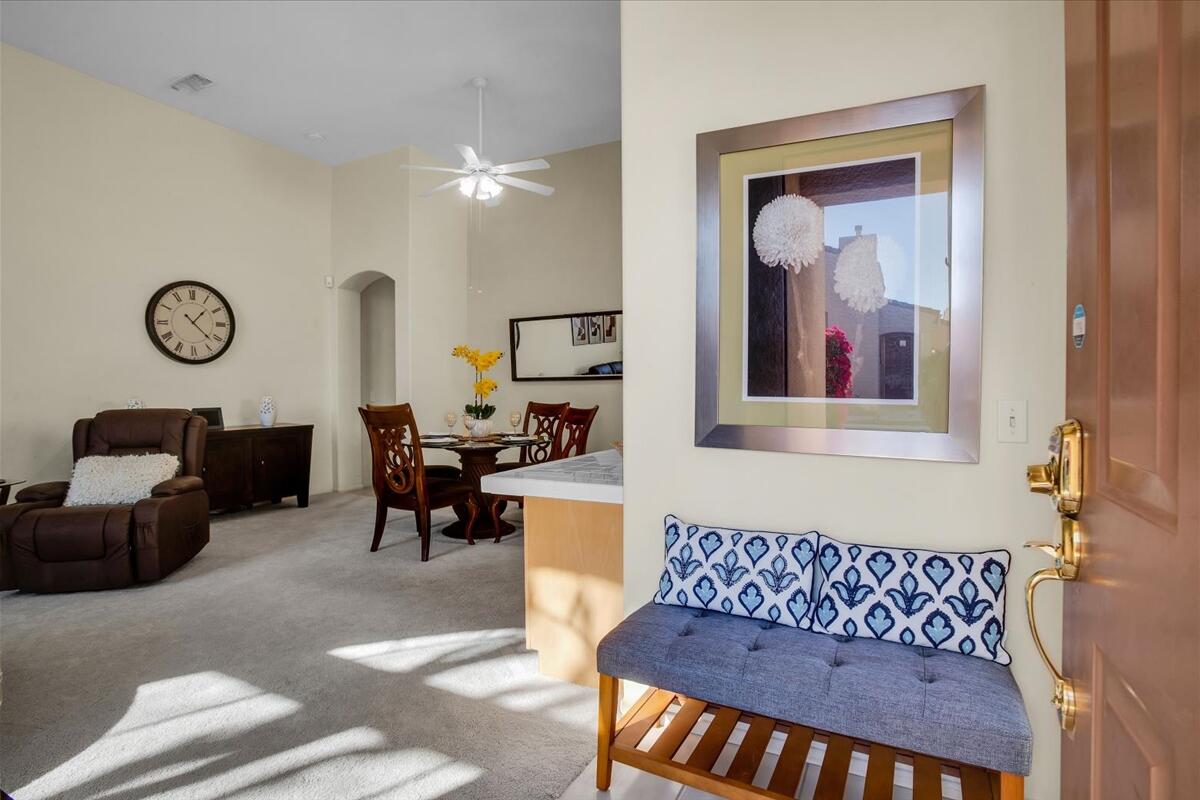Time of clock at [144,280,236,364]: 1:22
